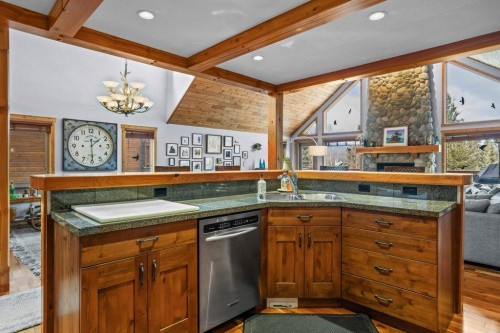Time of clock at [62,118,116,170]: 1:29
